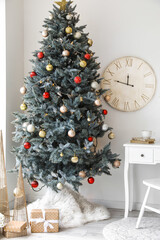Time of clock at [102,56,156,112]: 11:46
